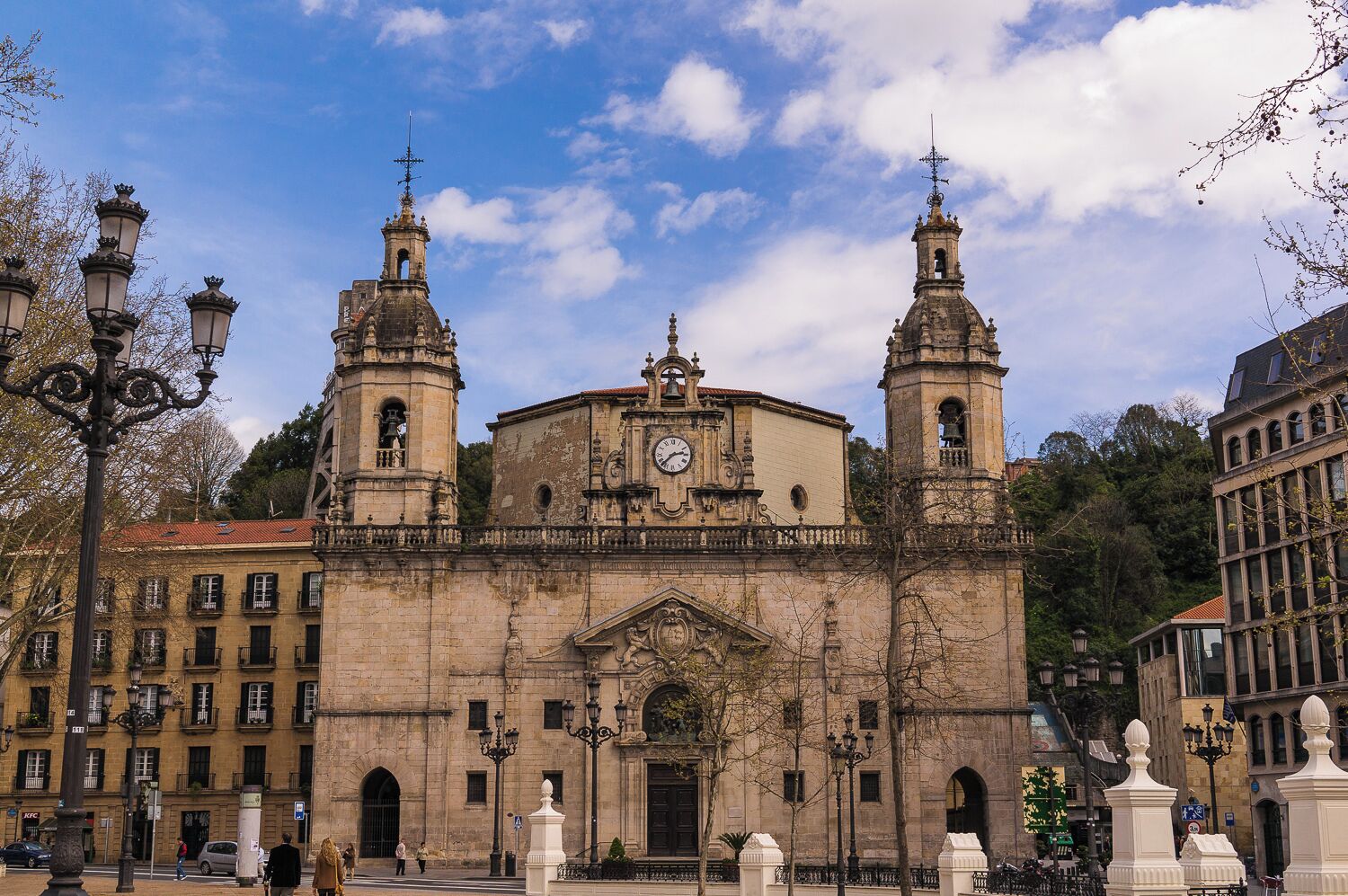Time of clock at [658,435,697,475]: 2:37
